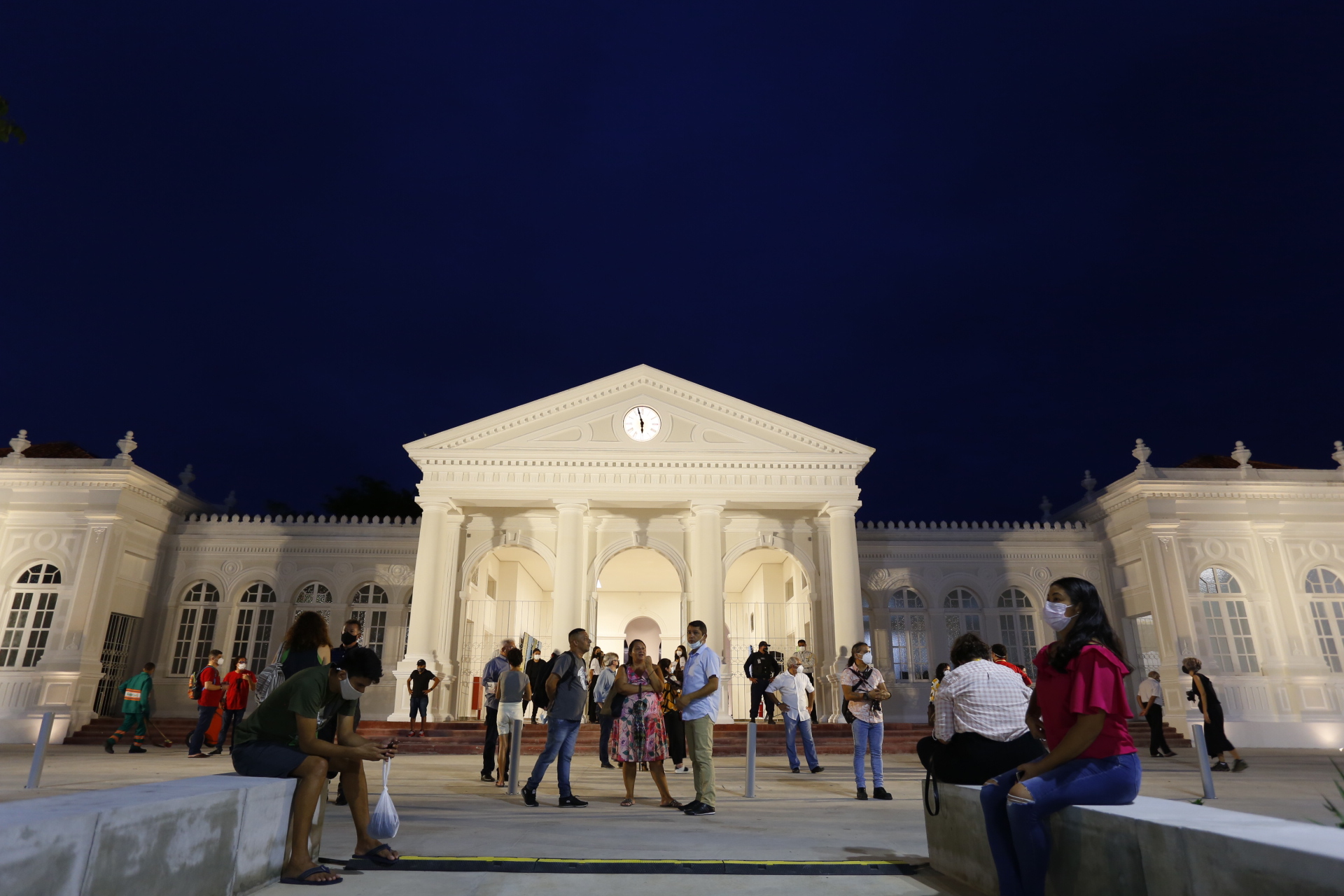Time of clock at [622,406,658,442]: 5:57
